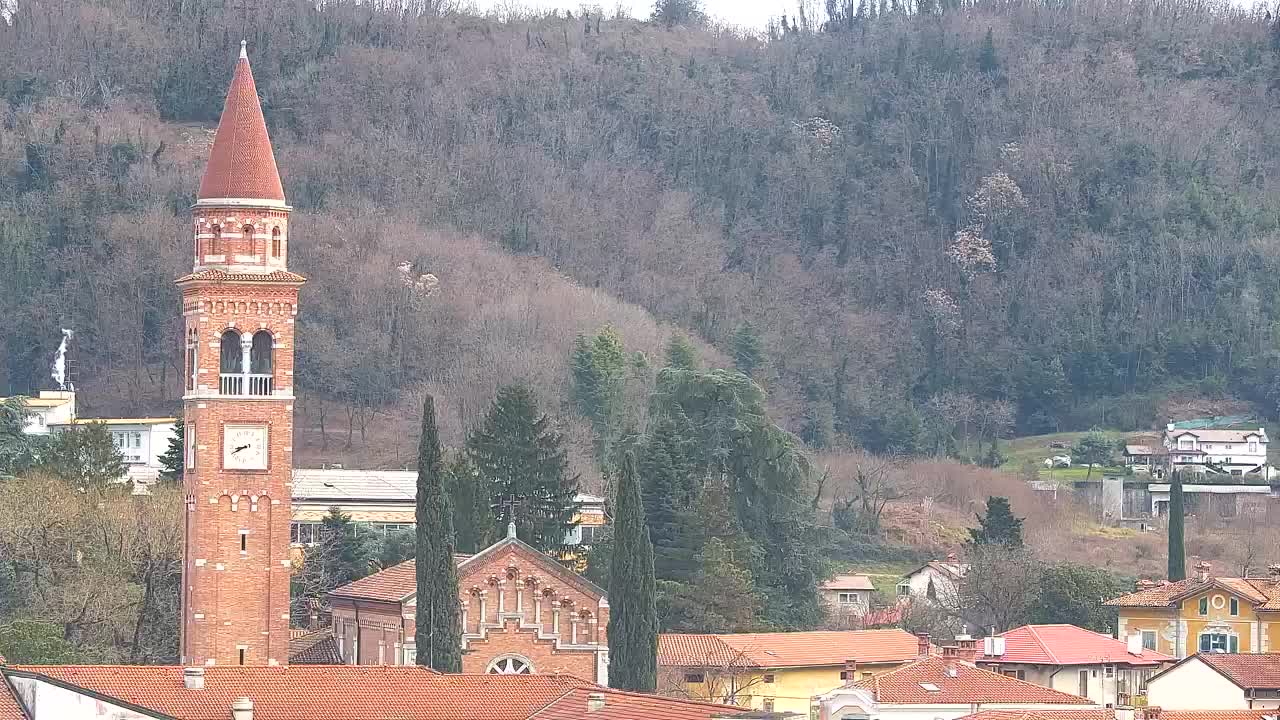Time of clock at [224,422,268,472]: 8:40
